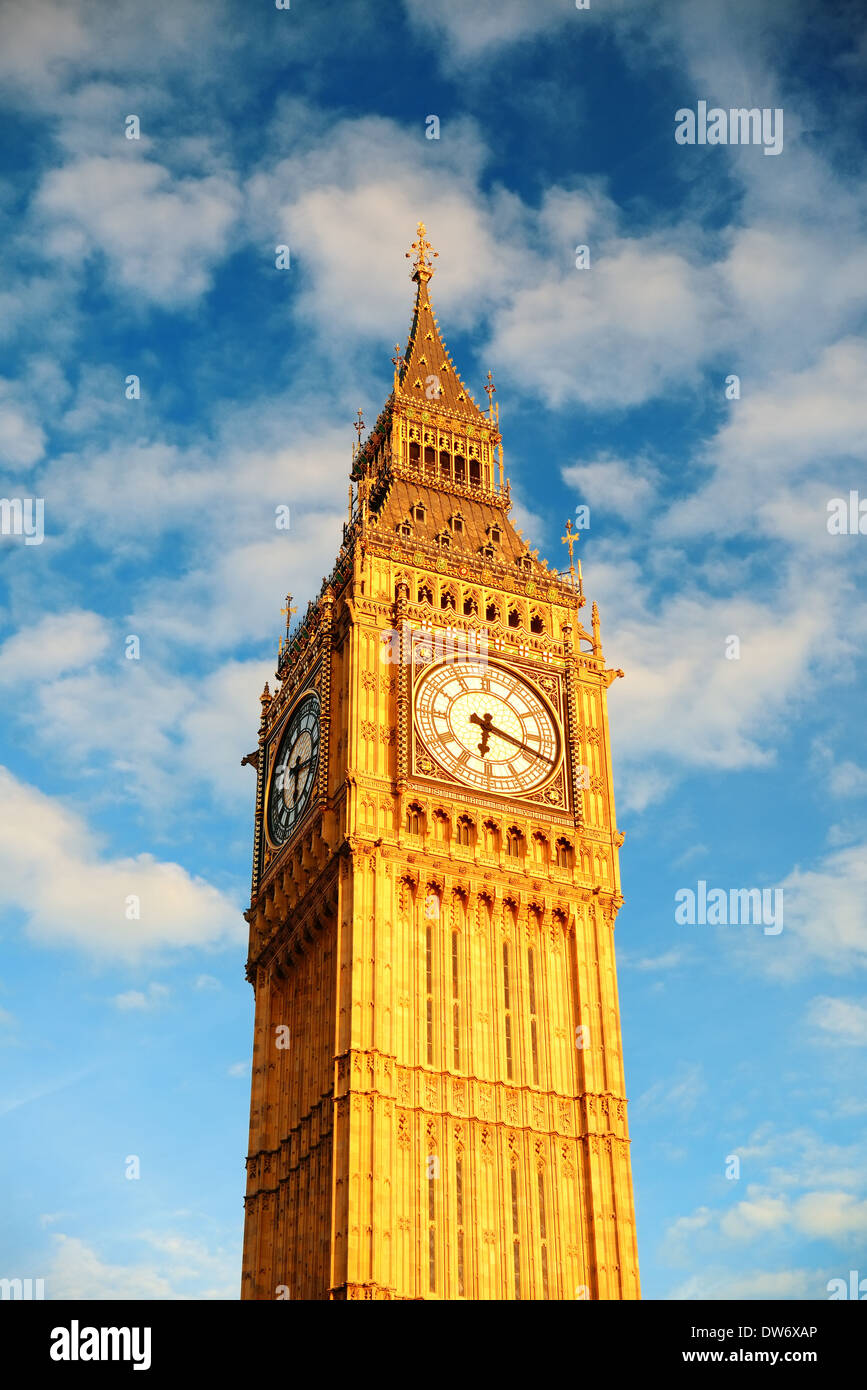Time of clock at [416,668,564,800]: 6:18
